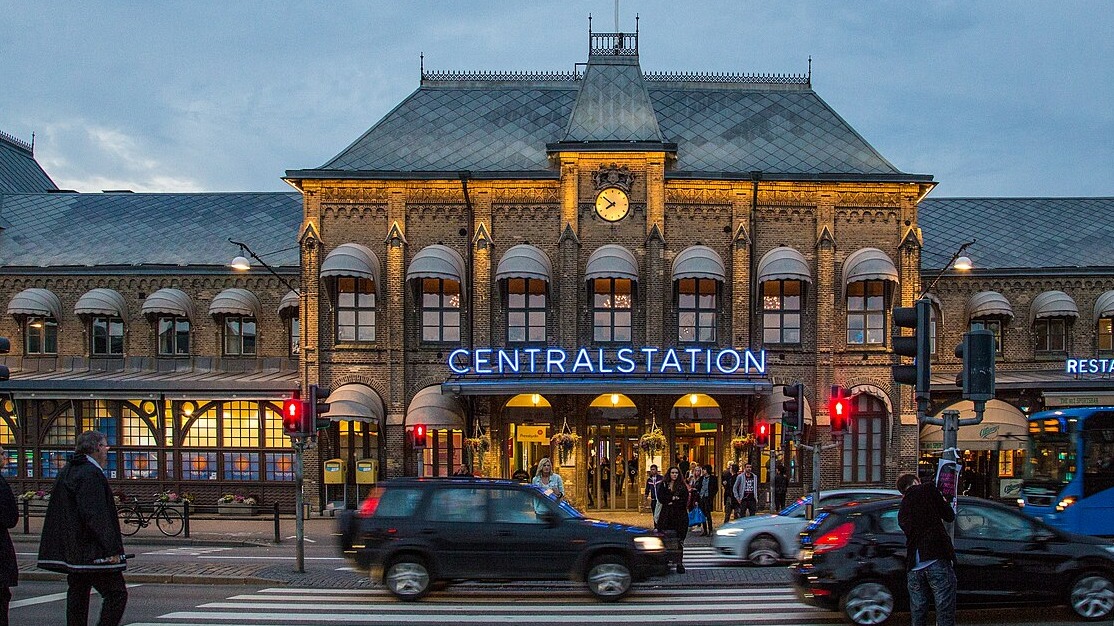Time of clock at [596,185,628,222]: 7:51
